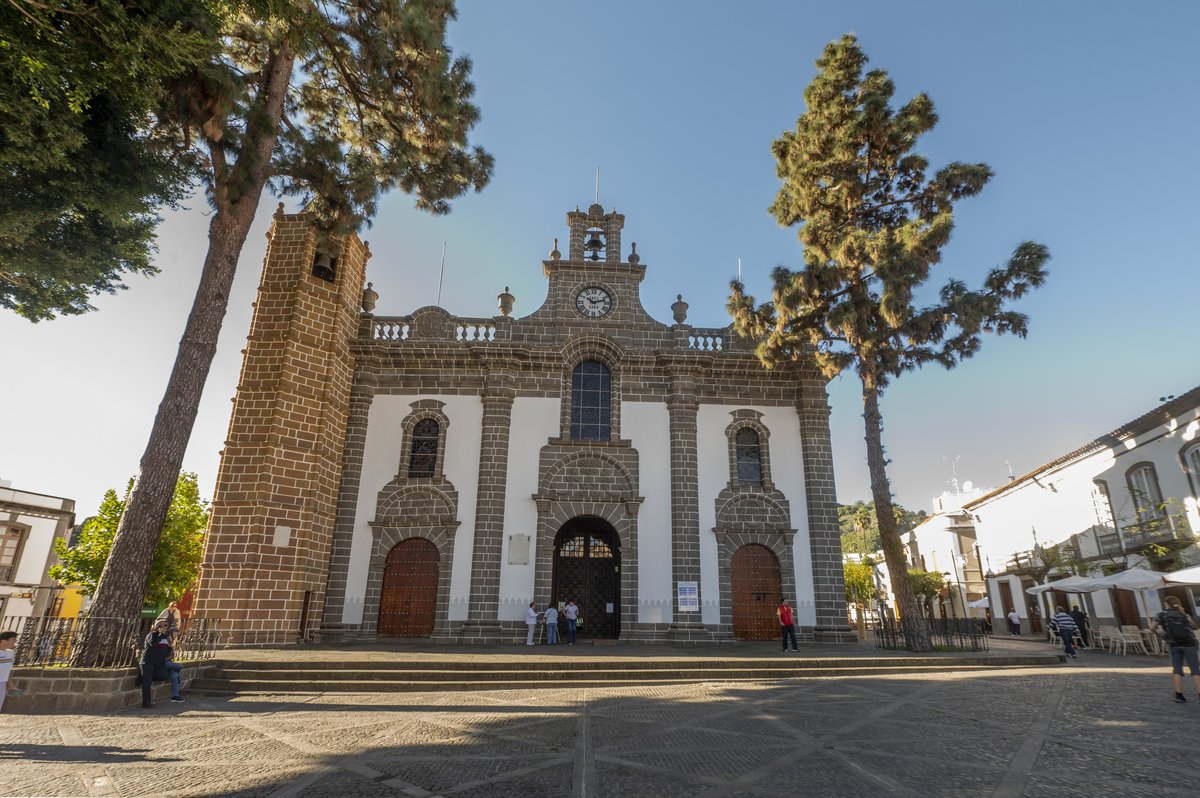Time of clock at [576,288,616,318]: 10:12
